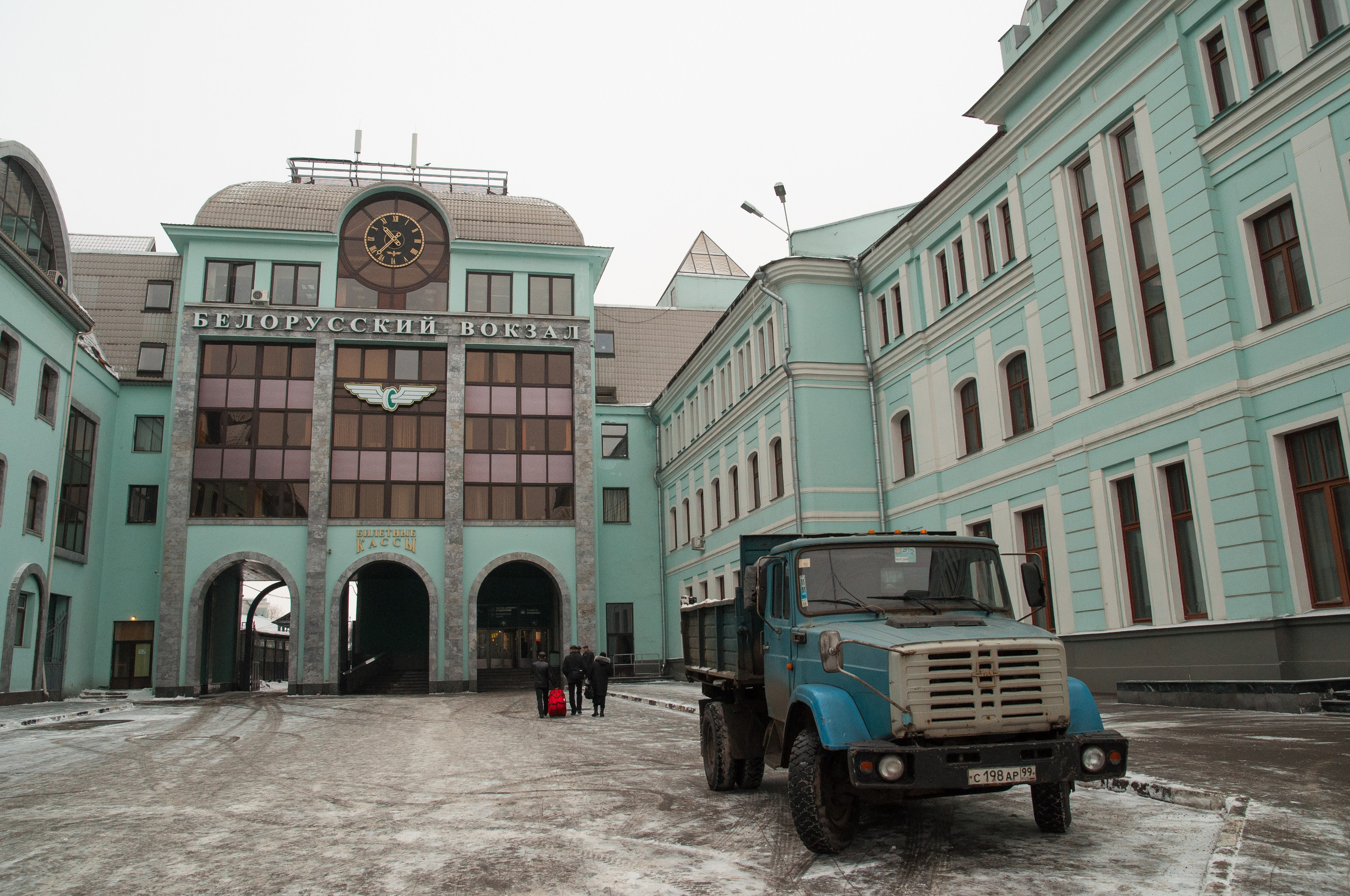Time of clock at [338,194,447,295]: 10:37
